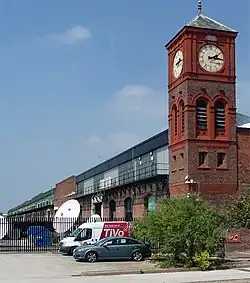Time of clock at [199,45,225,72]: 2:14
